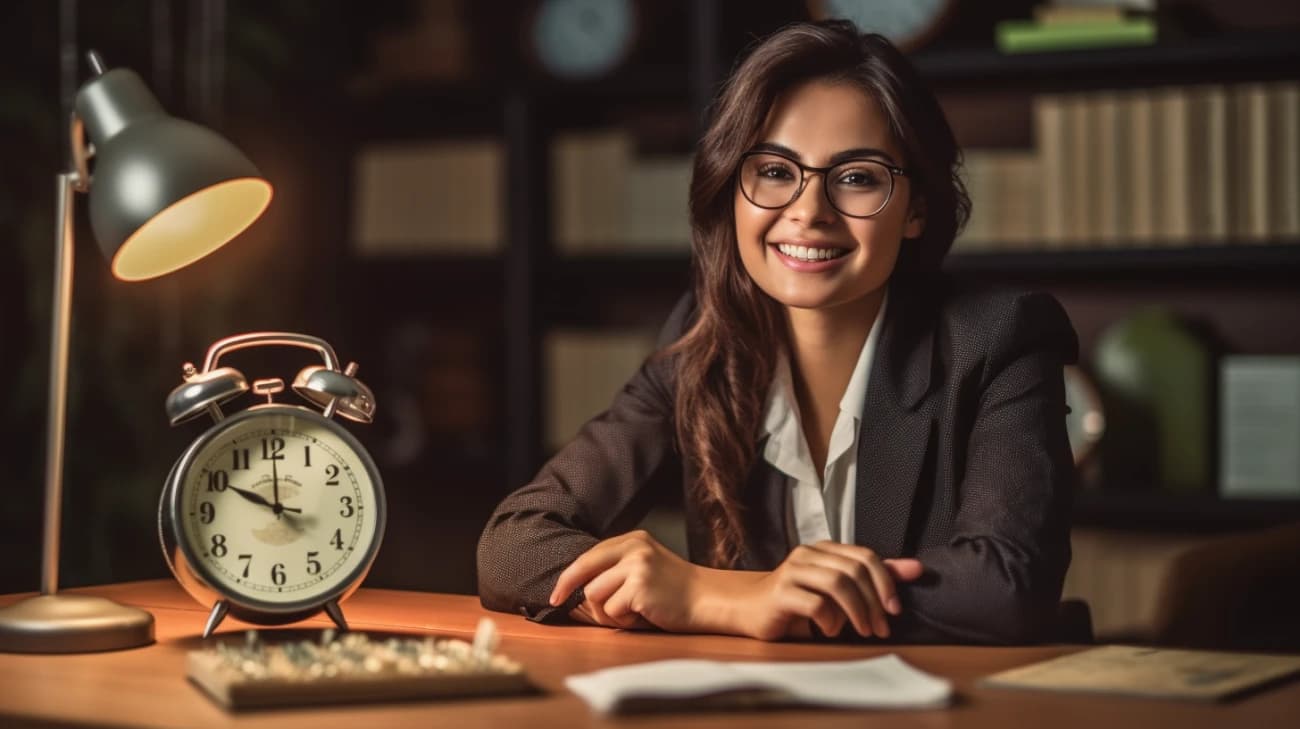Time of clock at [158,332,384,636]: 10:00
